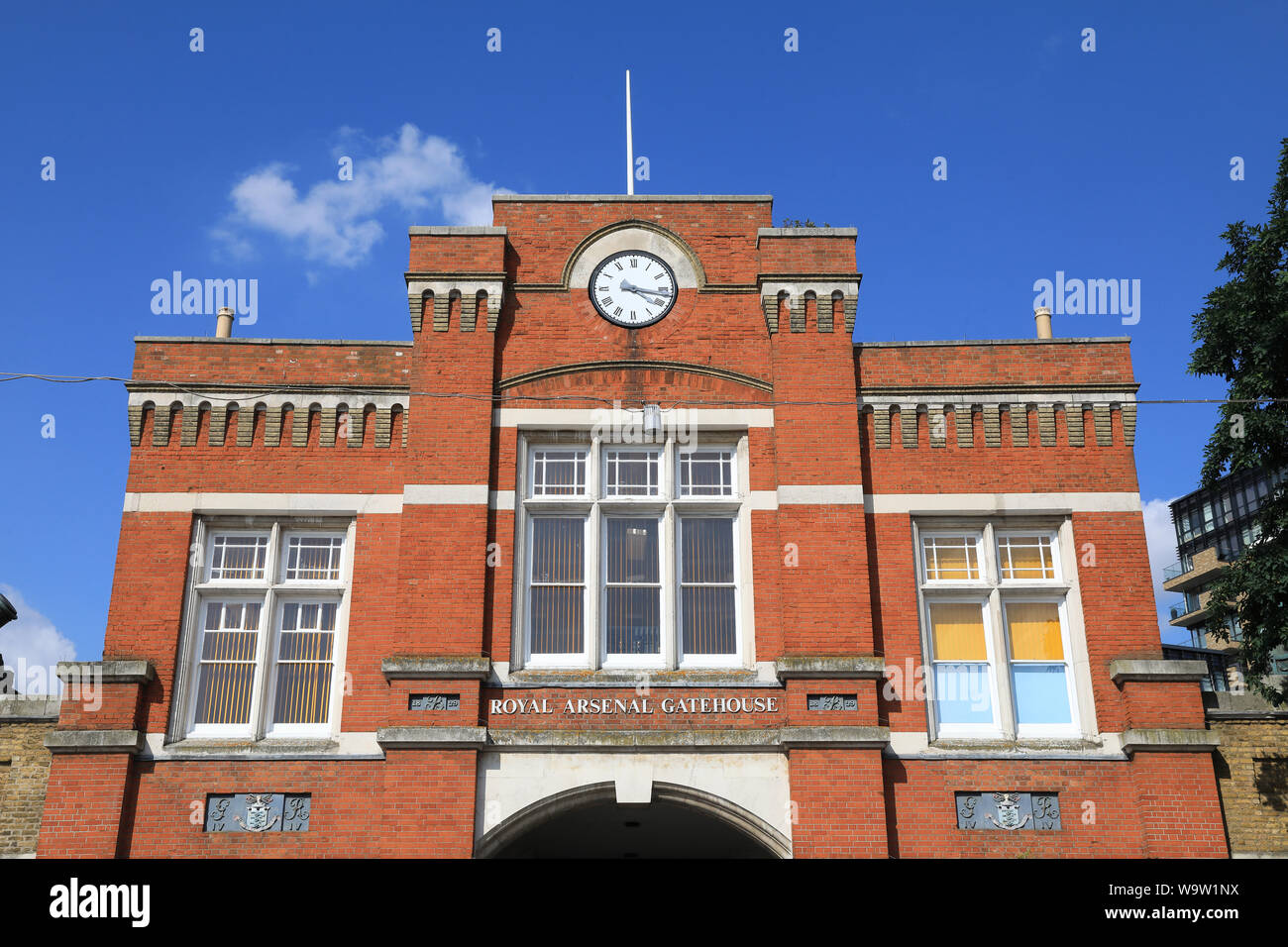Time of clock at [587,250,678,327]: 4:17
